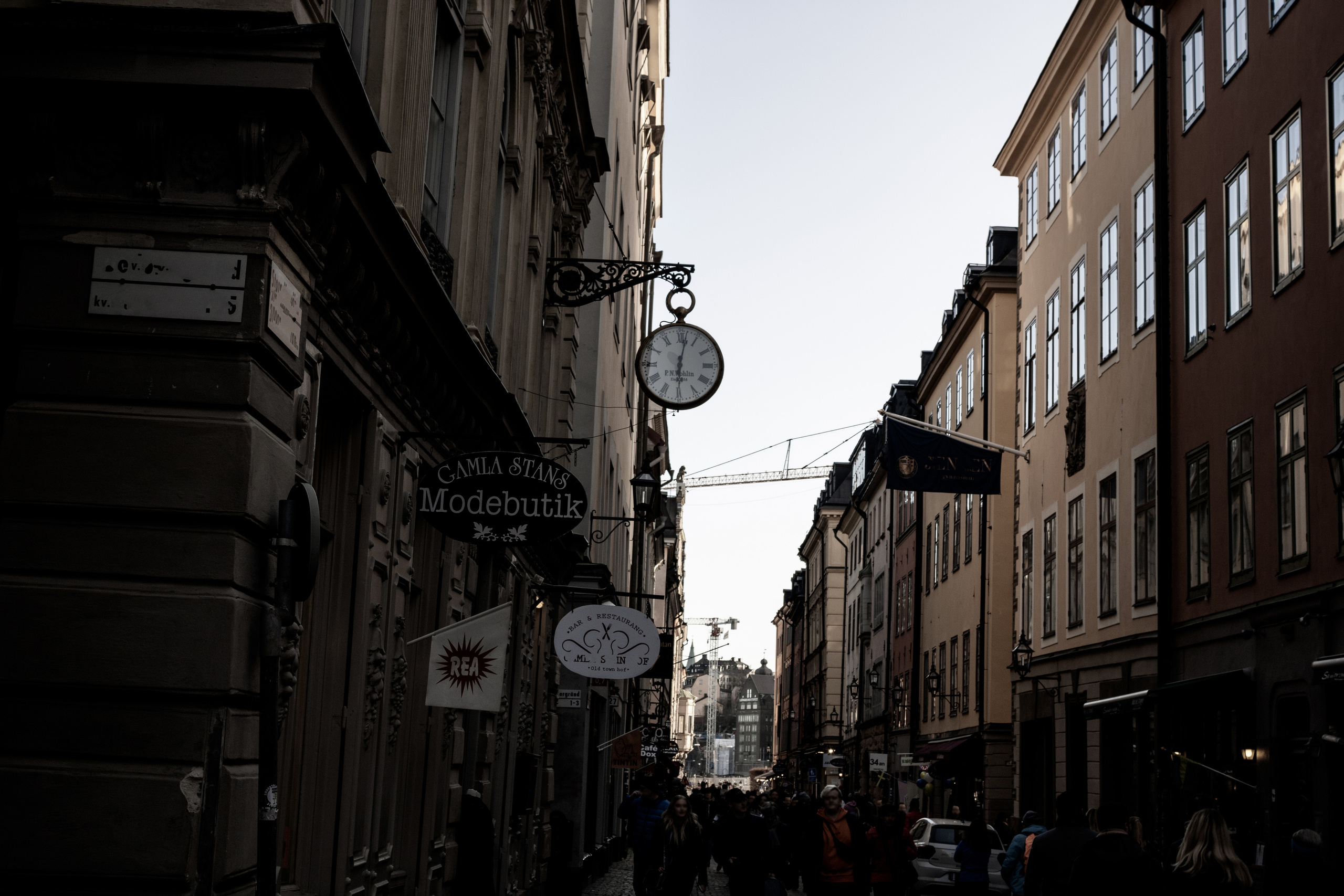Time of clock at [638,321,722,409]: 6:01
